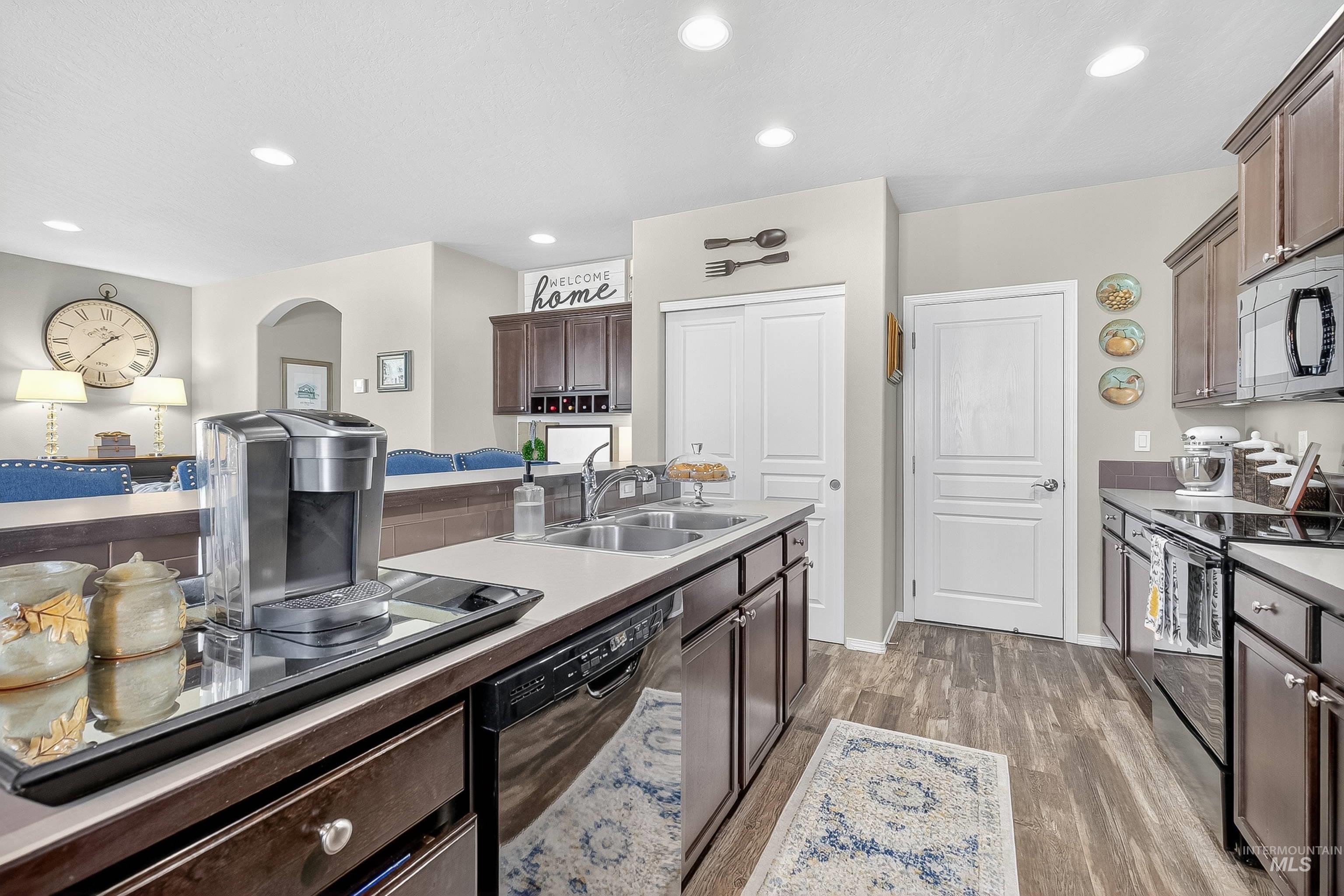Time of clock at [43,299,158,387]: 1:36
